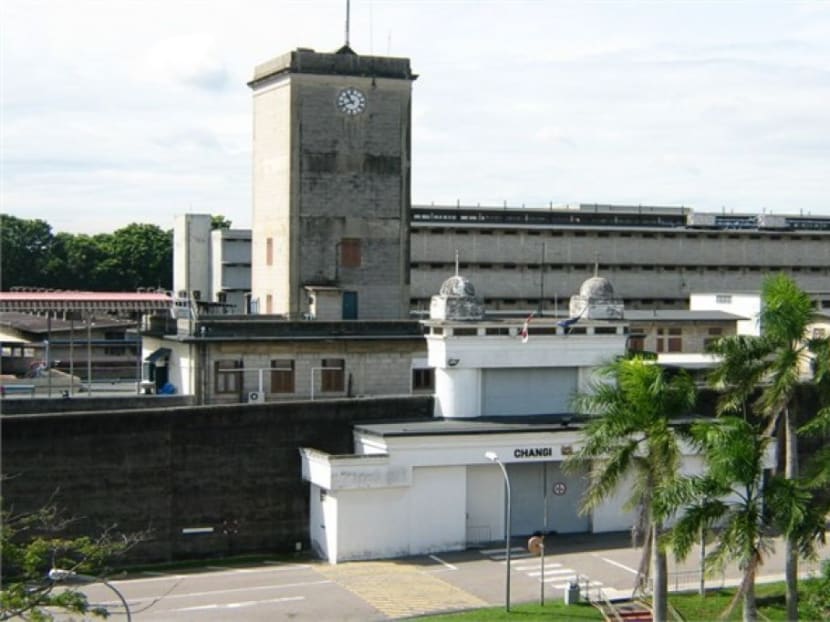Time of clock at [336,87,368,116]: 10:41
